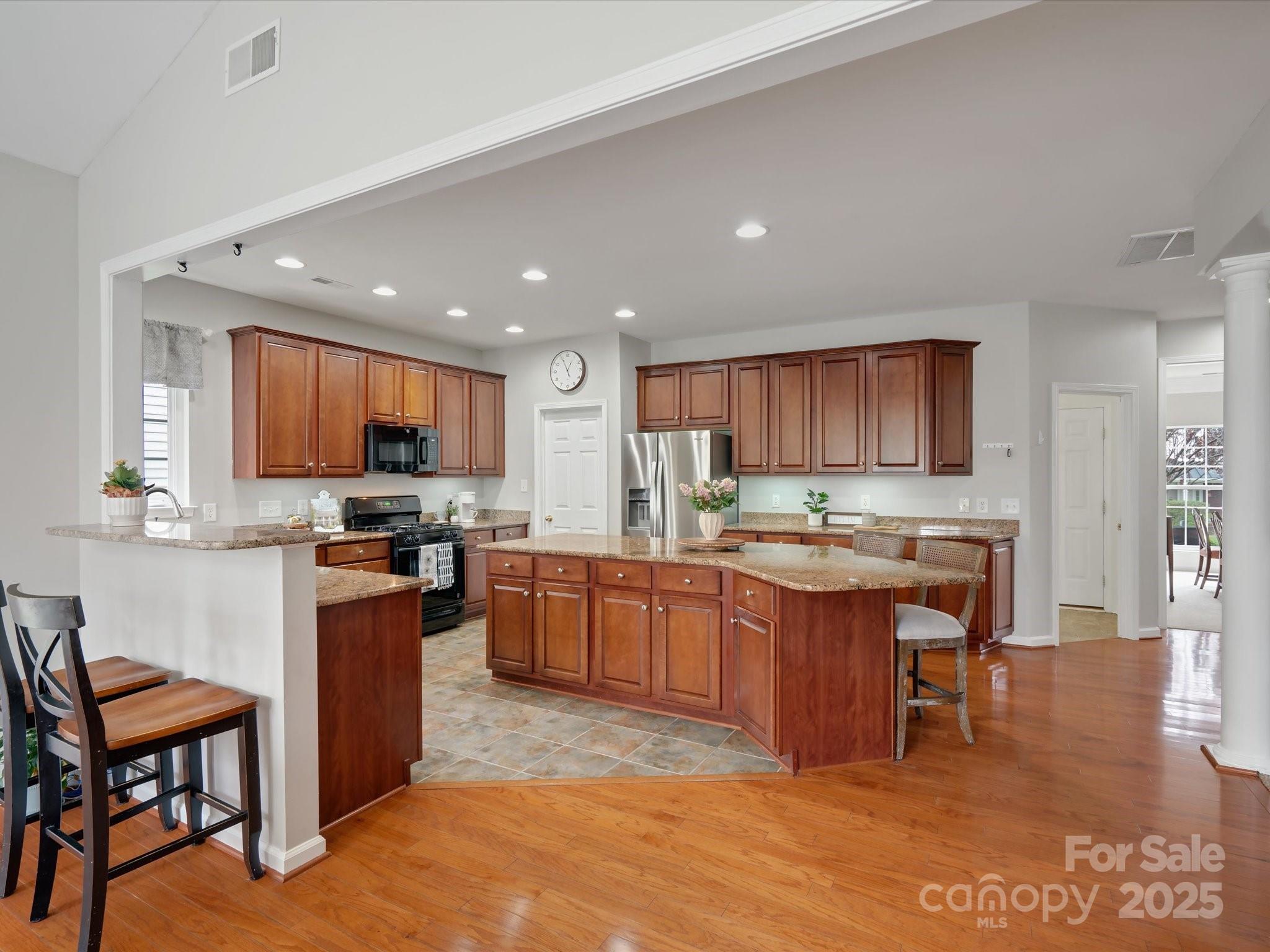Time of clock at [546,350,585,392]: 12:55
